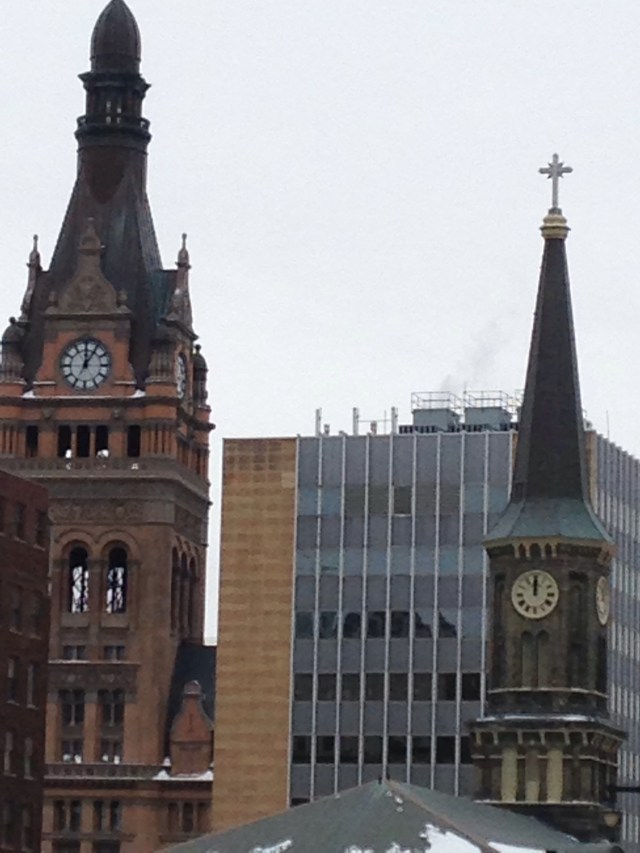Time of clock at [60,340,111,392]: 12:05
